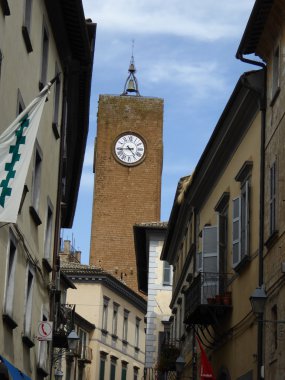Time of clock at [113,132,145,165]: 4:43
